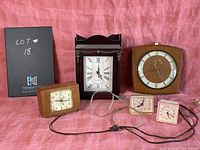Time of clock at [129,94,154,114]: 8:02
